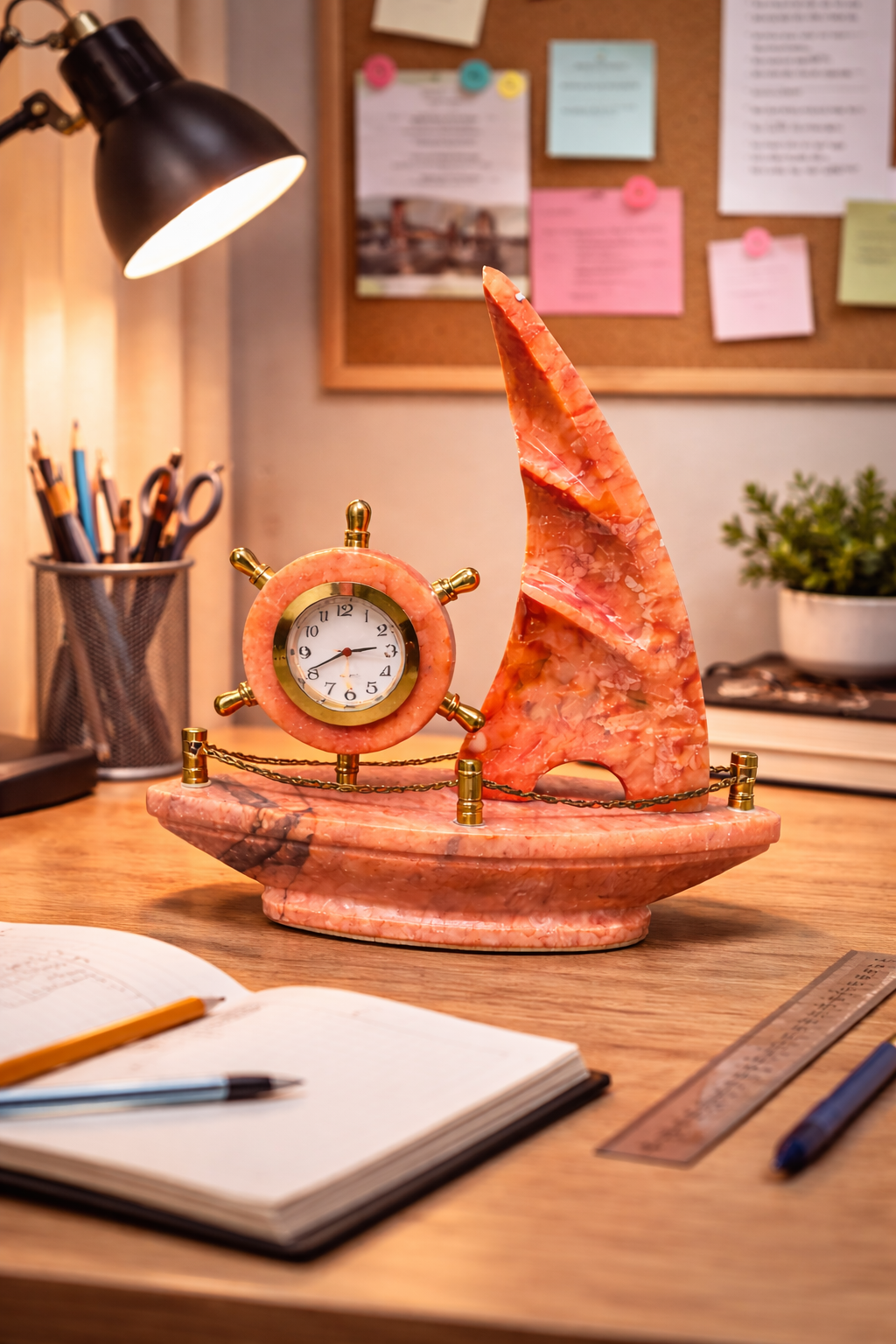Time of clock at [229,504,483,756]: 2:40
